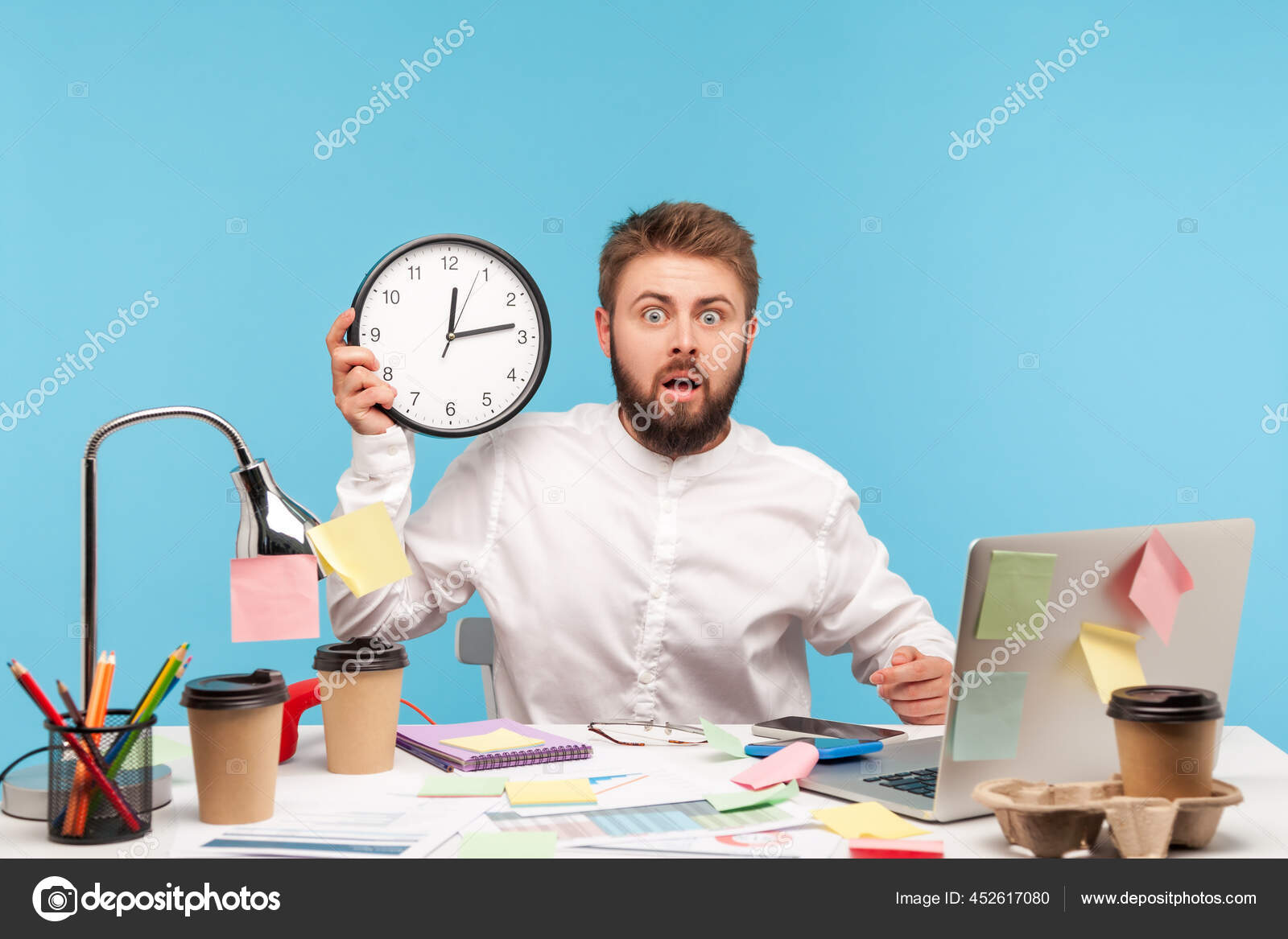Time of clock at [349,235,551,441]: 12:13
